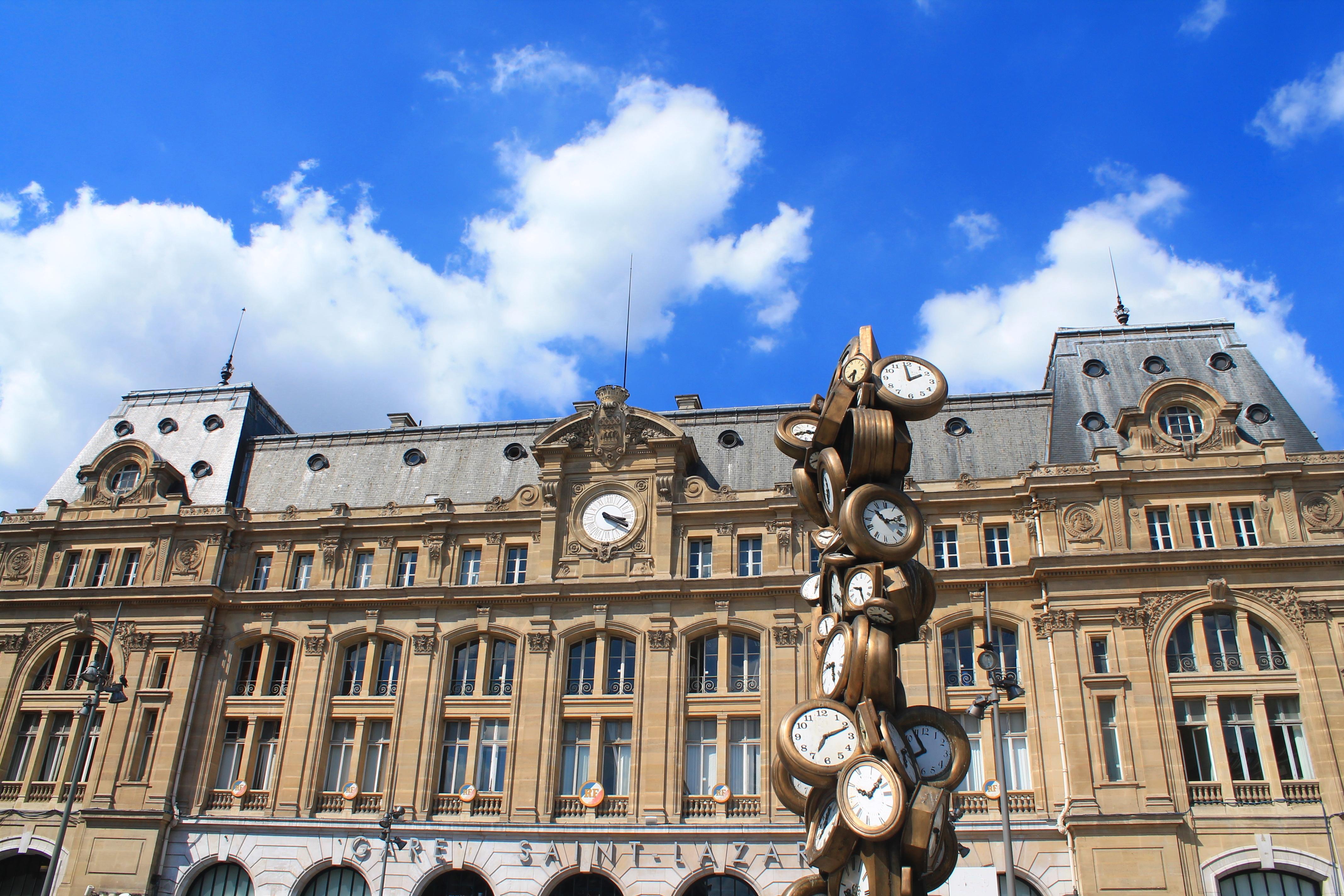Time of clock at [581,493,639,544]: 3:19
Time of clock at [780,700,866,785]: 7:11
